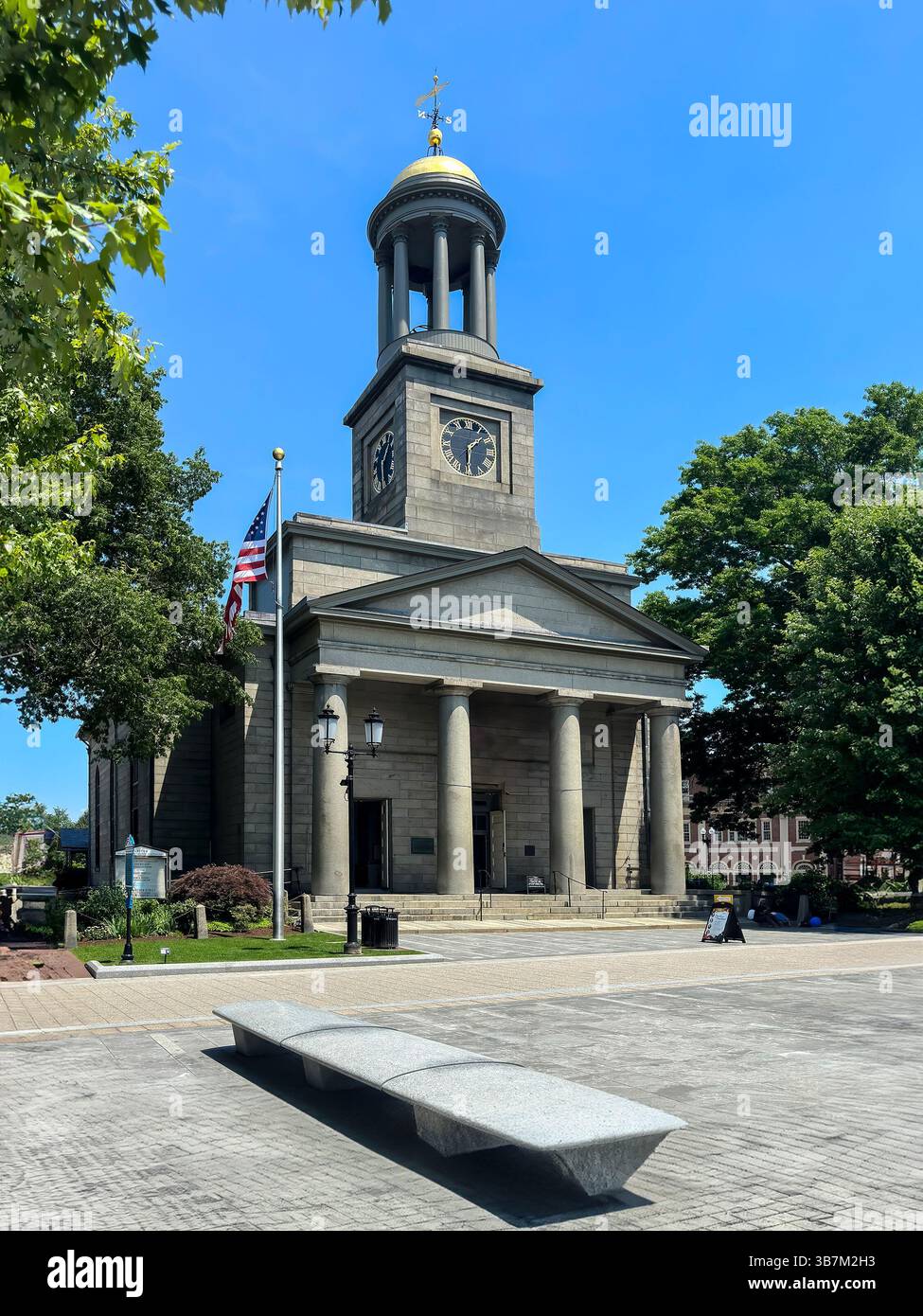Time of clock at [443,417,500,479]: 1:30
